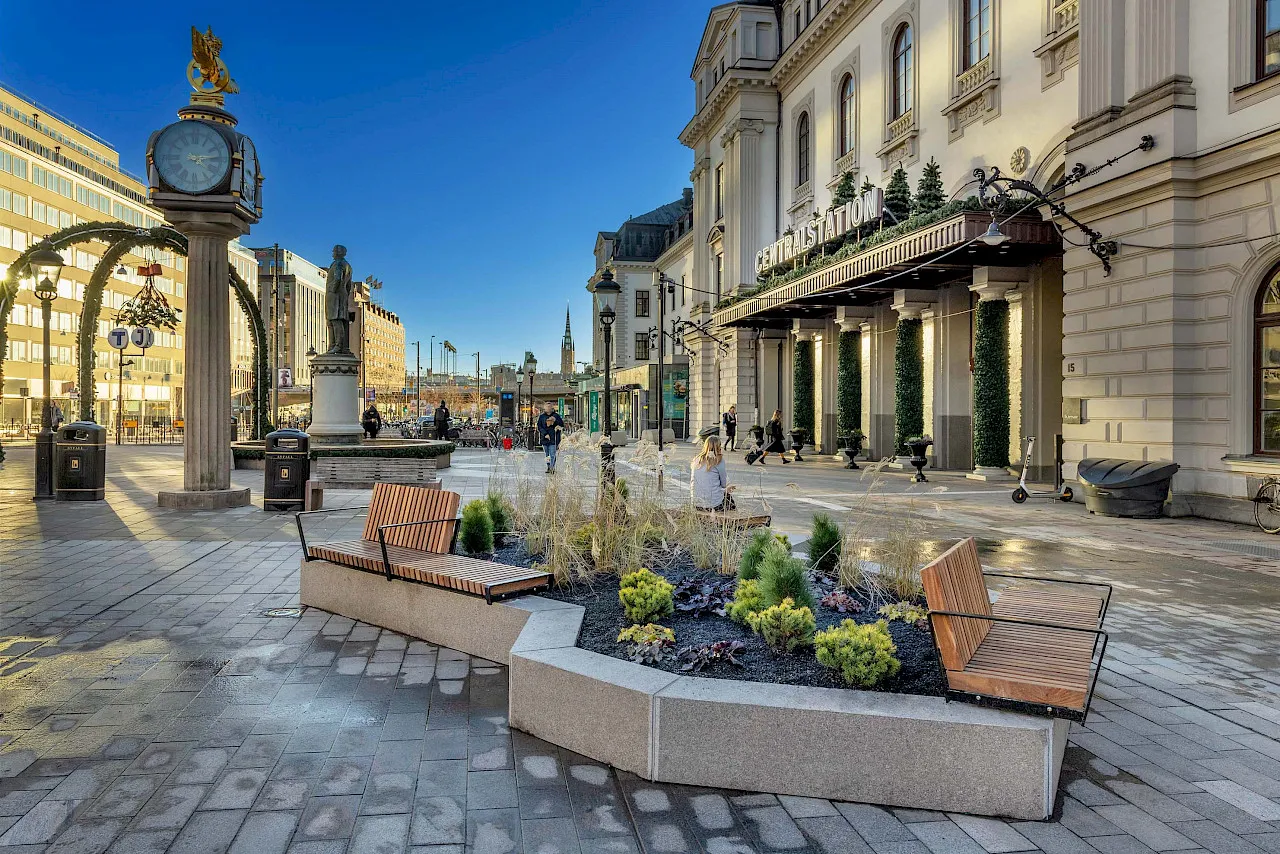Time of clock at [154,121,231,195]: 4:13
